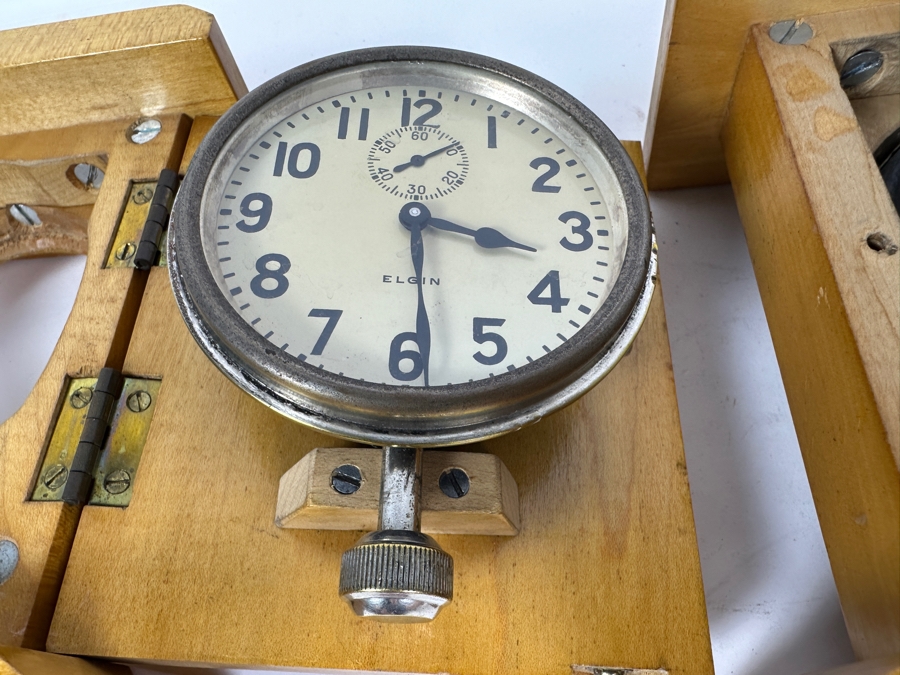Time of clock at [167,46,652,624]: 3:29
